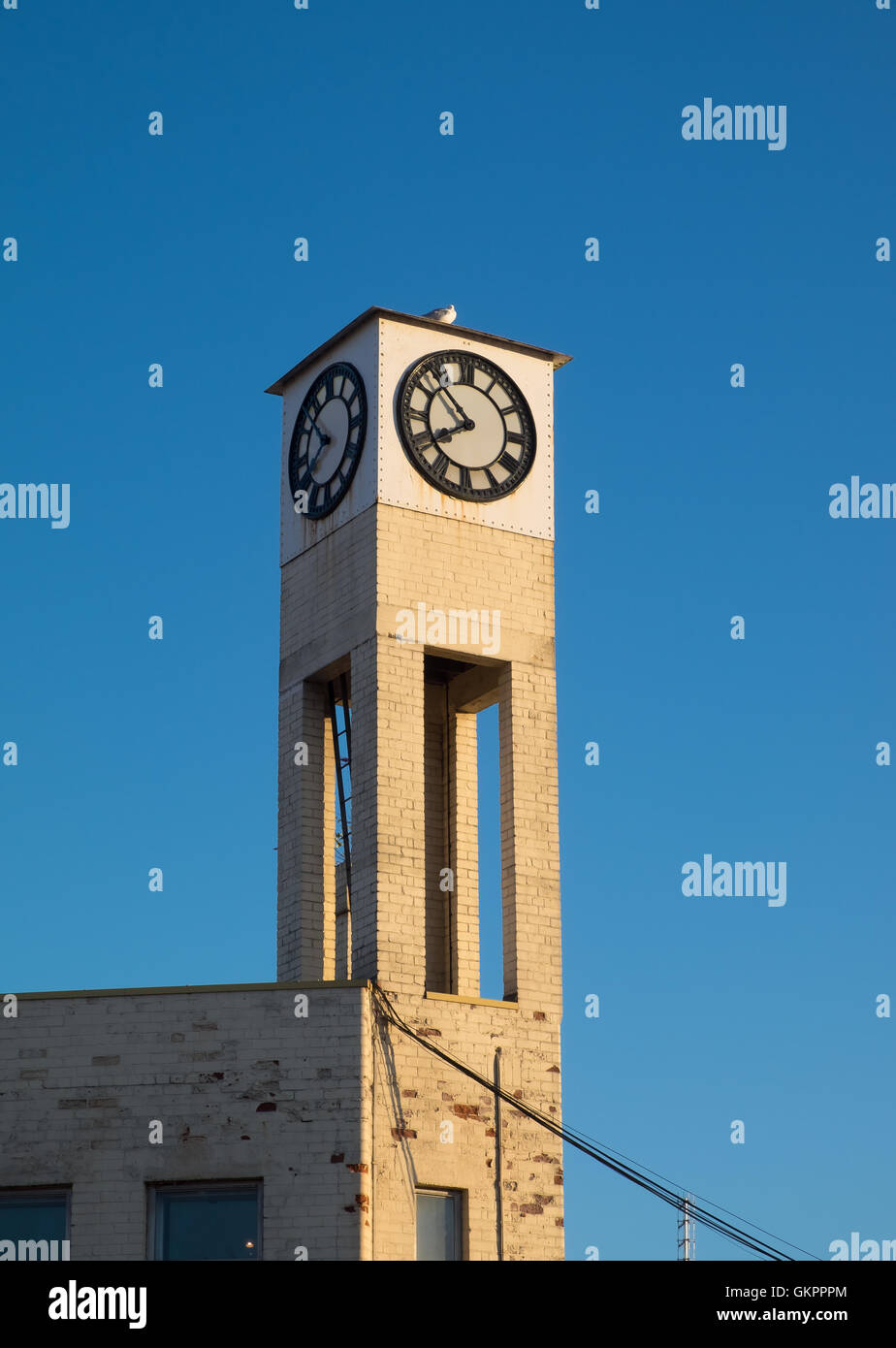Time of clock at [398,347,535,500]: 7:52
